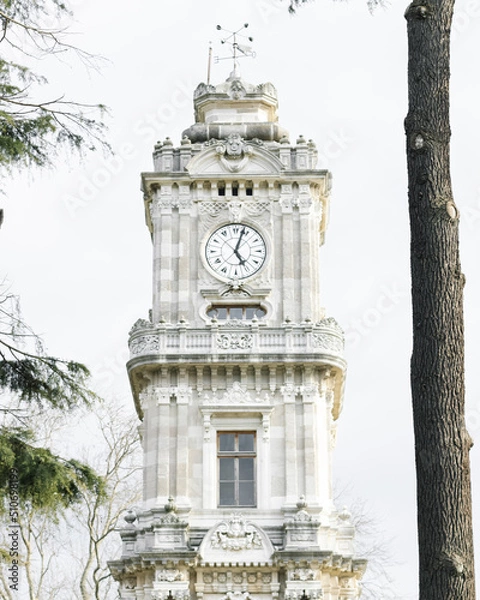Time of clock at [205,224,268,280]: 5:03
